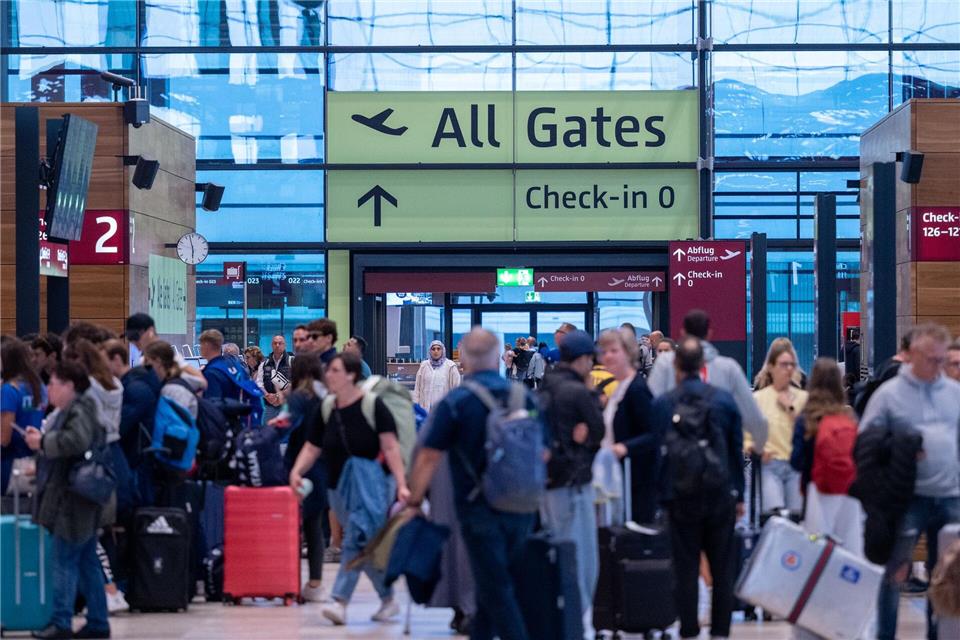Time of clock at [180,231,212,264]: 5:57
